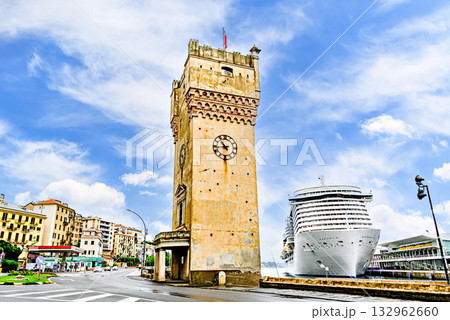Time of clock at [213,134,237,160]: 10:43
